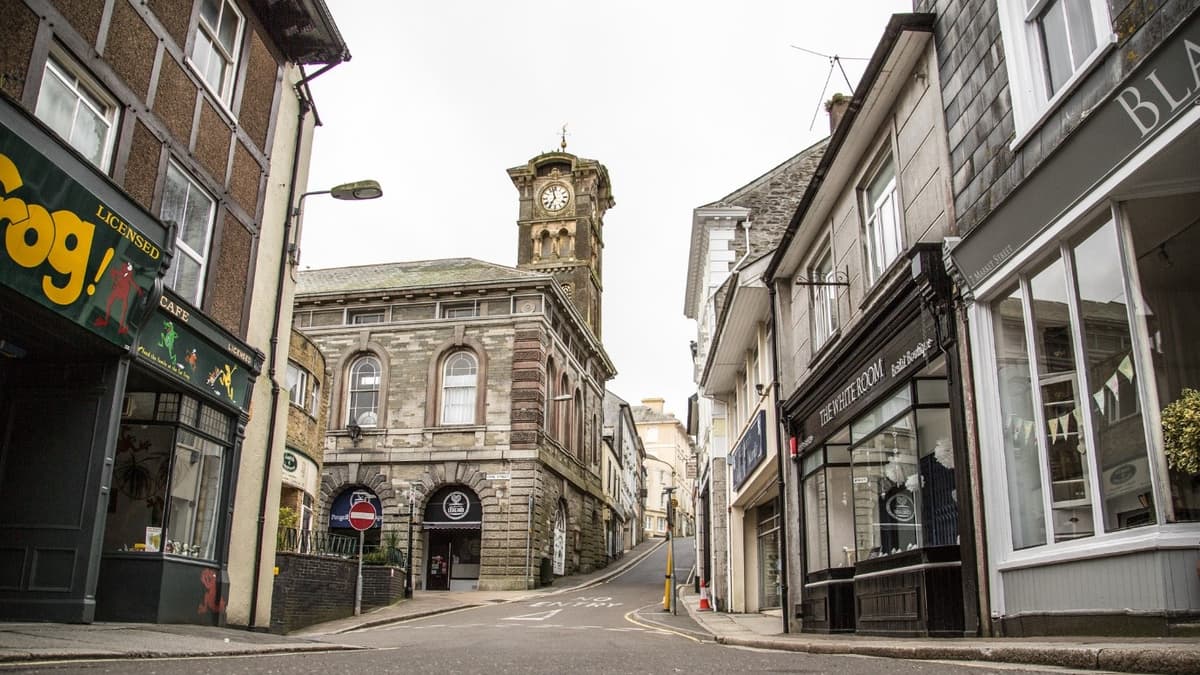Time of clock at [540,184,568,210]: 6:57
